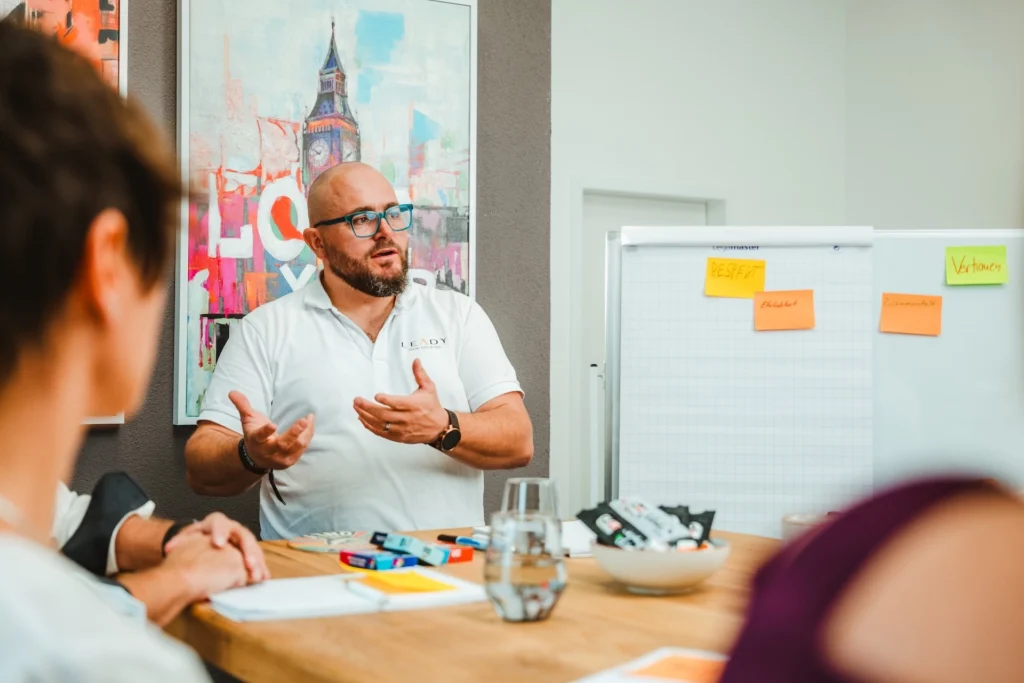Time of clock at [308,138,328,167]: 9:42
